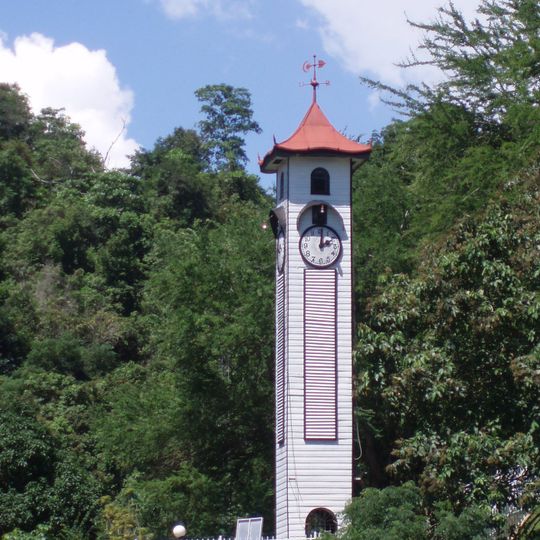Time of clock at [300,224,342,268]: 2:01
